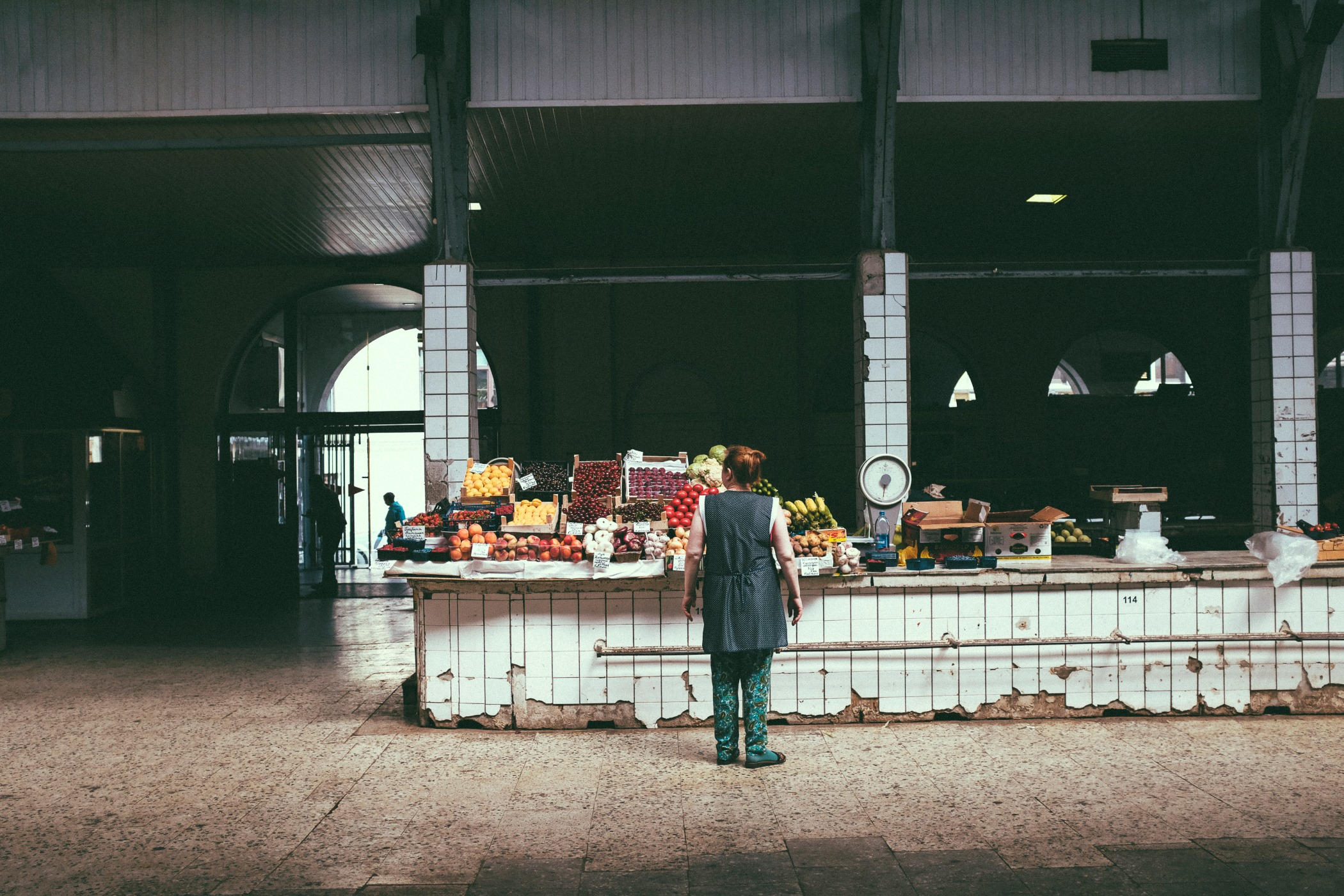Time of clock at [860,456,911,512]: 6:32
